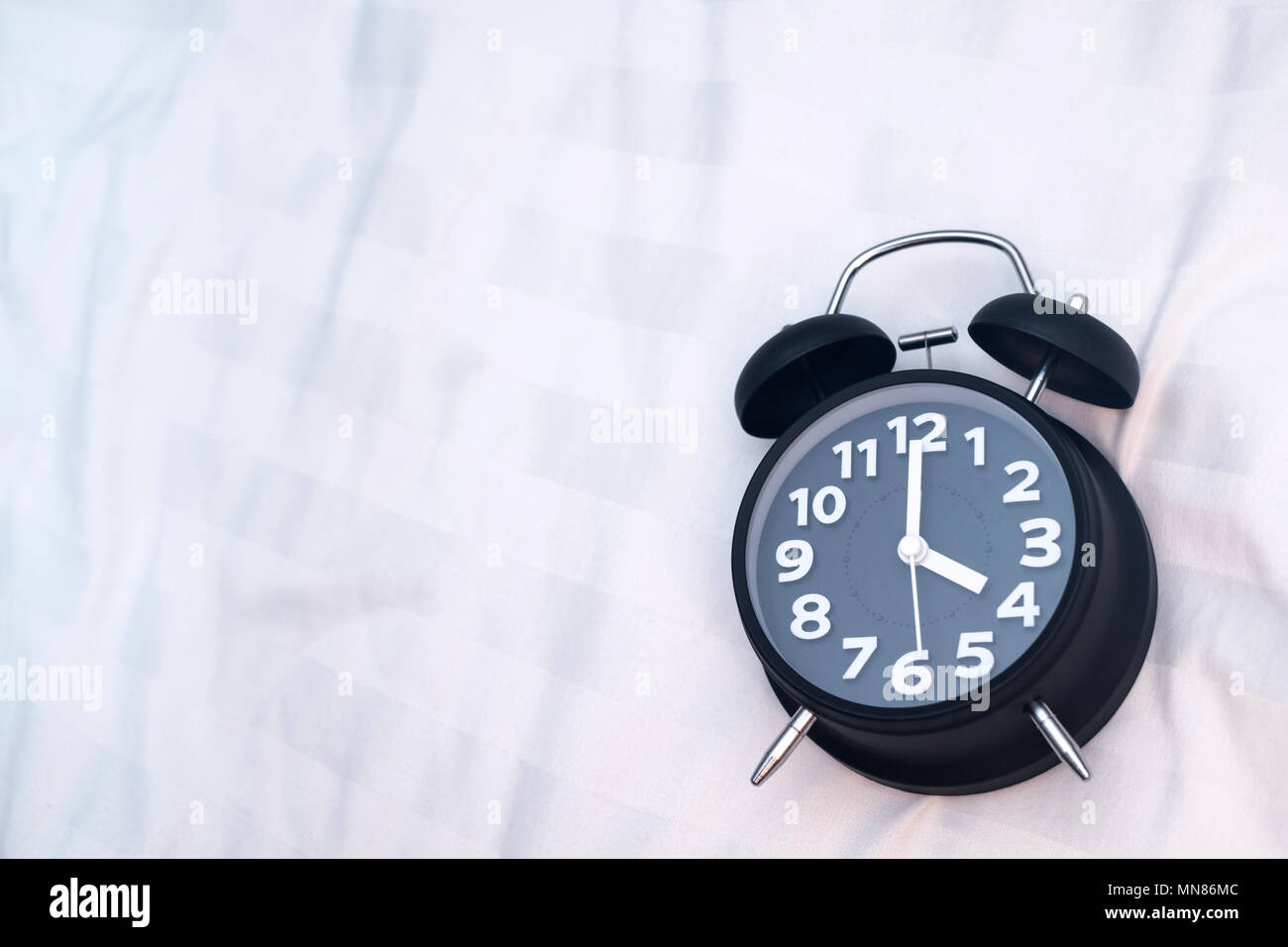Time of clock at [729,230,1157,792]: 4:00
